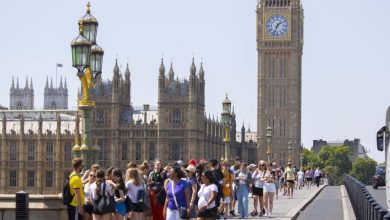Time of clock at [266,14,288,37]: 1:33
